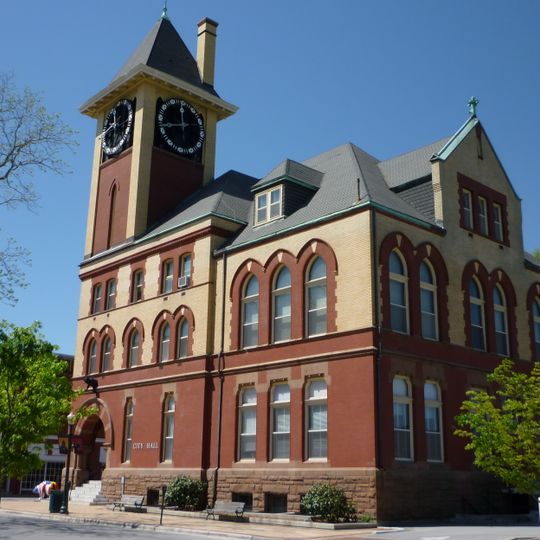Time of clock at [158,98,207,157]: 11:42
